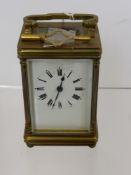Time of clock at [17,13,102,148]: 12:34
